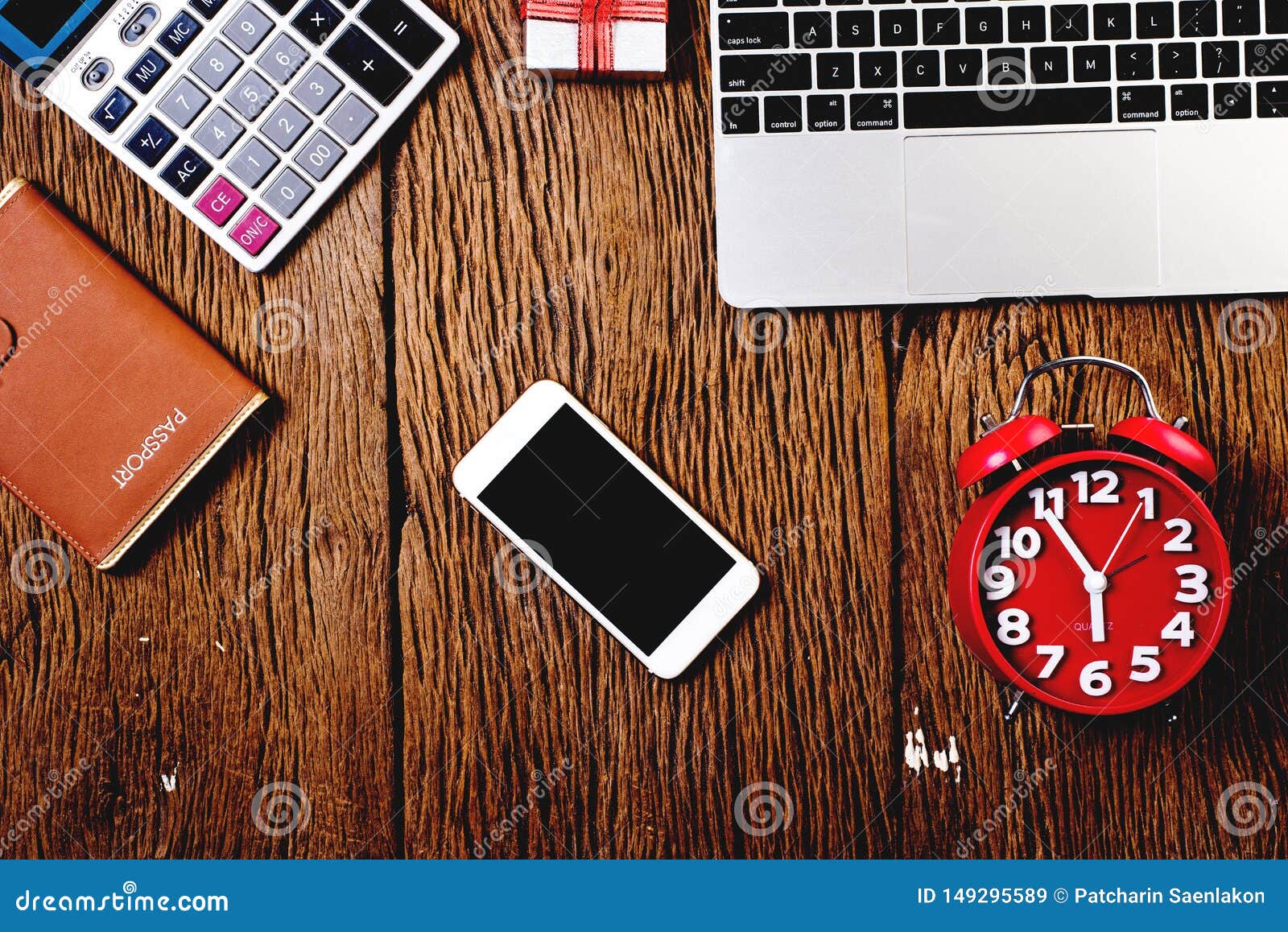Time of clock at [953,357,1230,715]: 5:54
